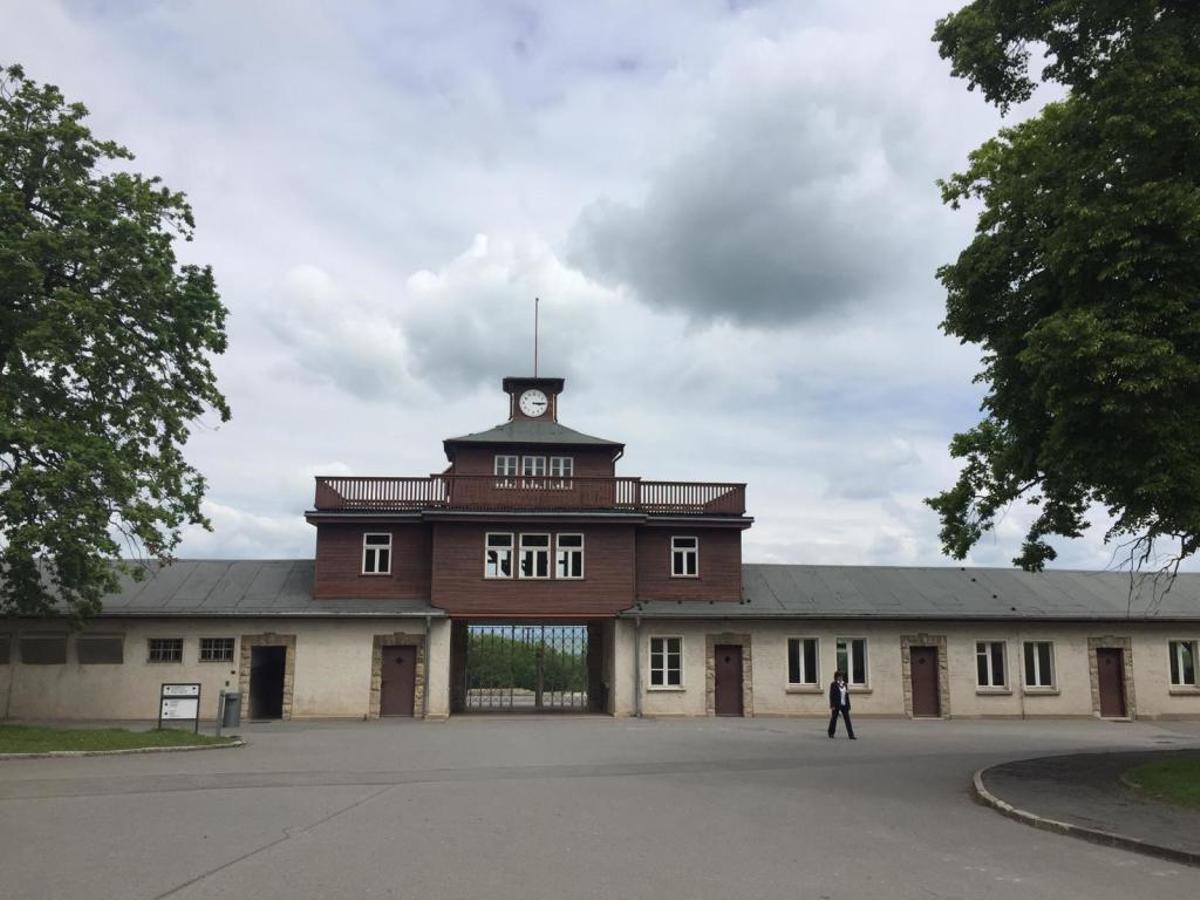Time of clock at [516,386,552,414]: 3:14
